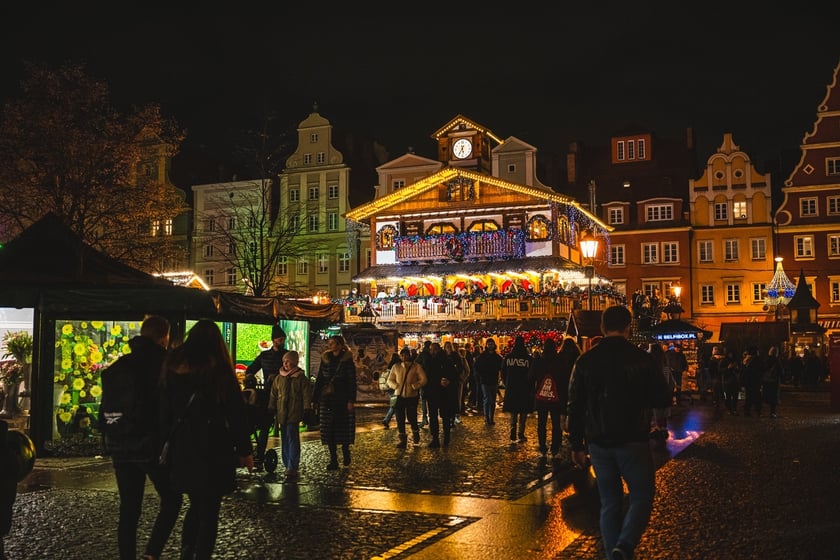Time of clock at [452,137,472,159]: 5:35
